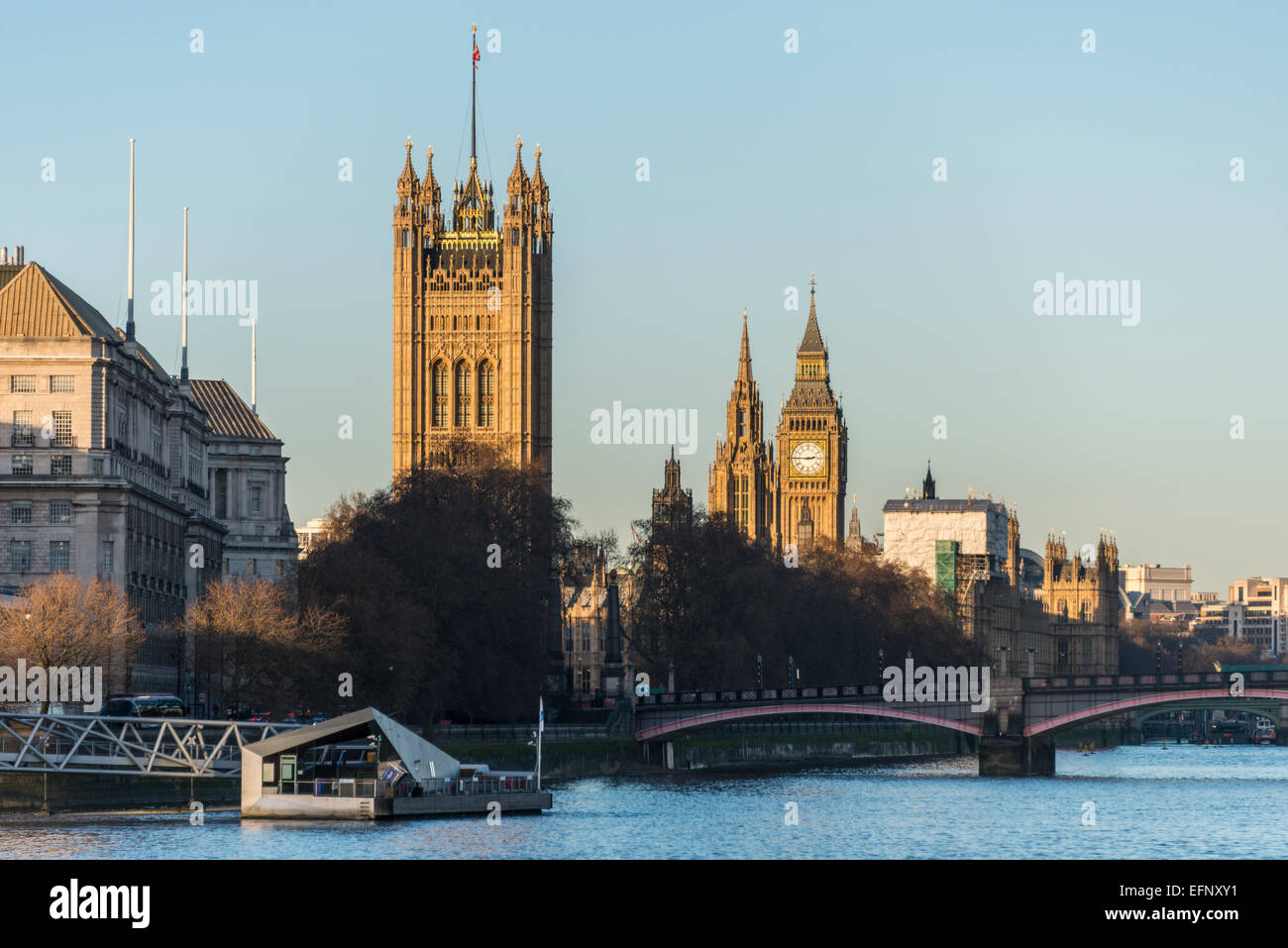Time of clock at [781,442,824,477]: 2:45
